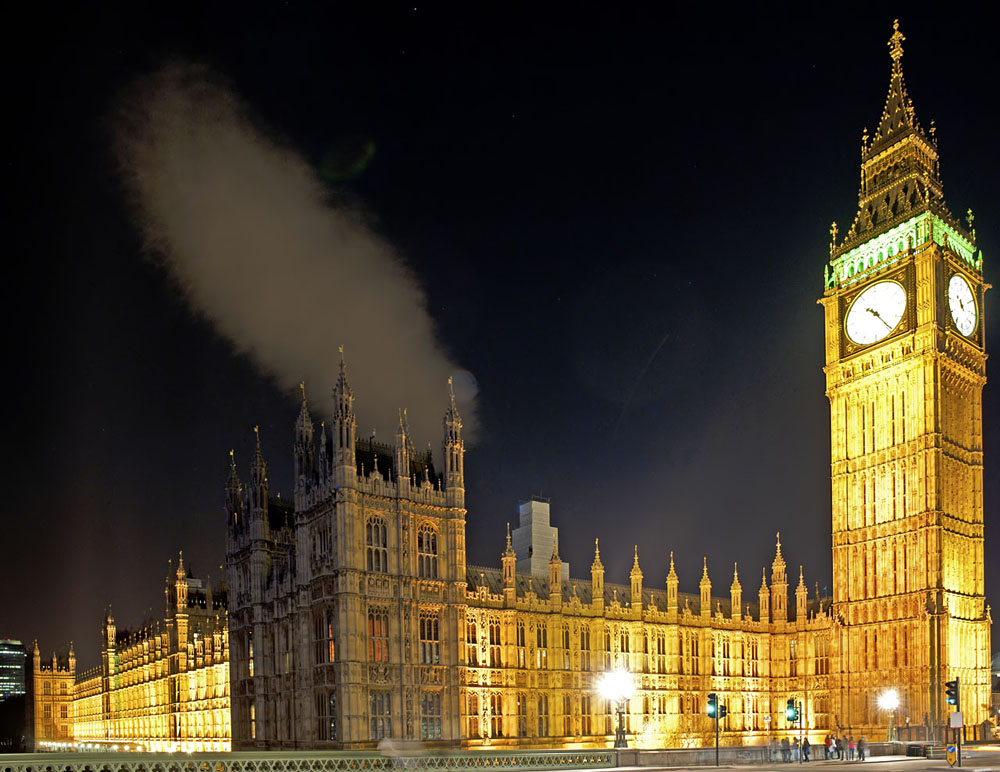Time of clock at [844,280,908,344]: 10:24
